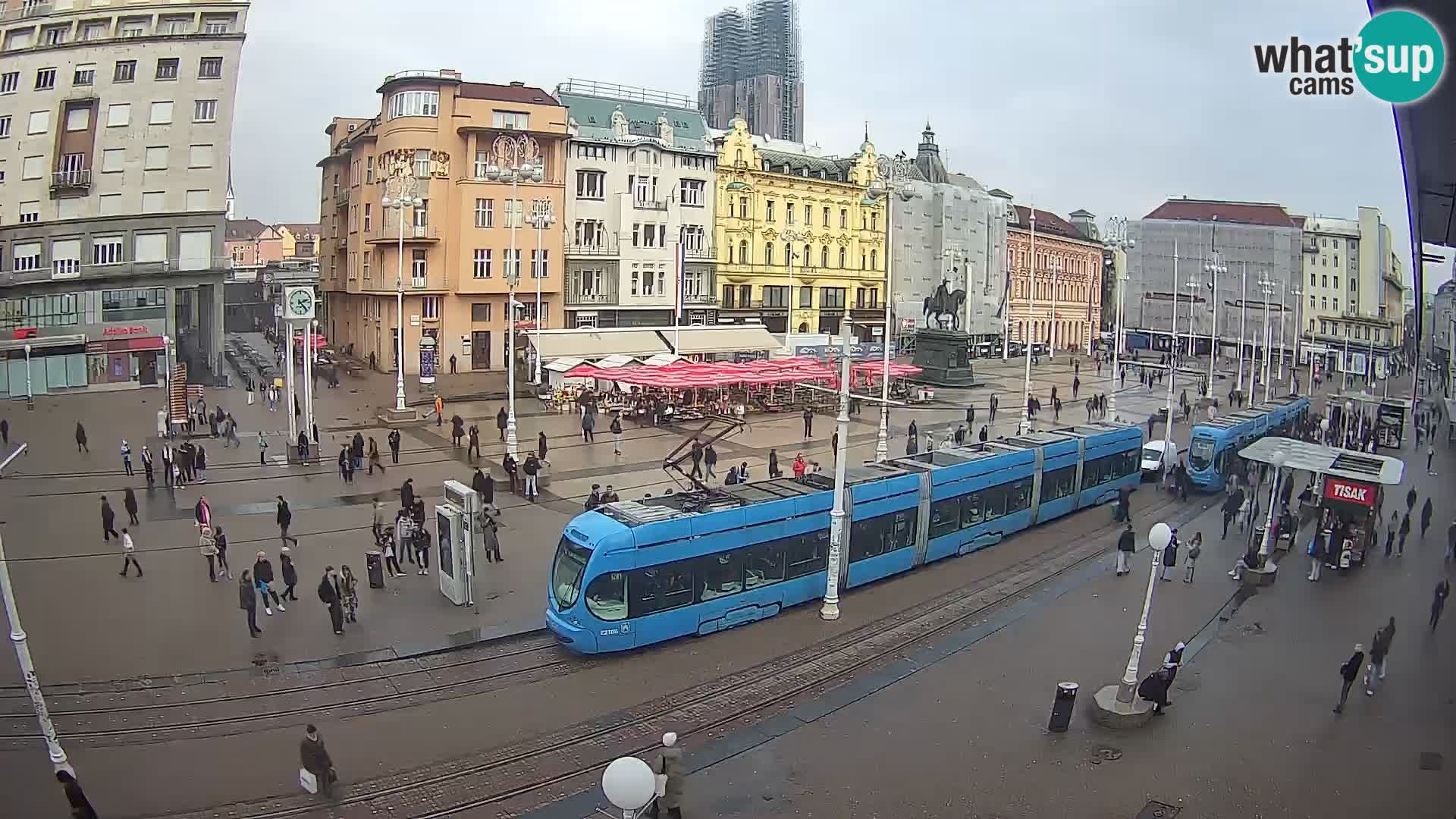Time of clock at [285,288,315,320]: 2:23
